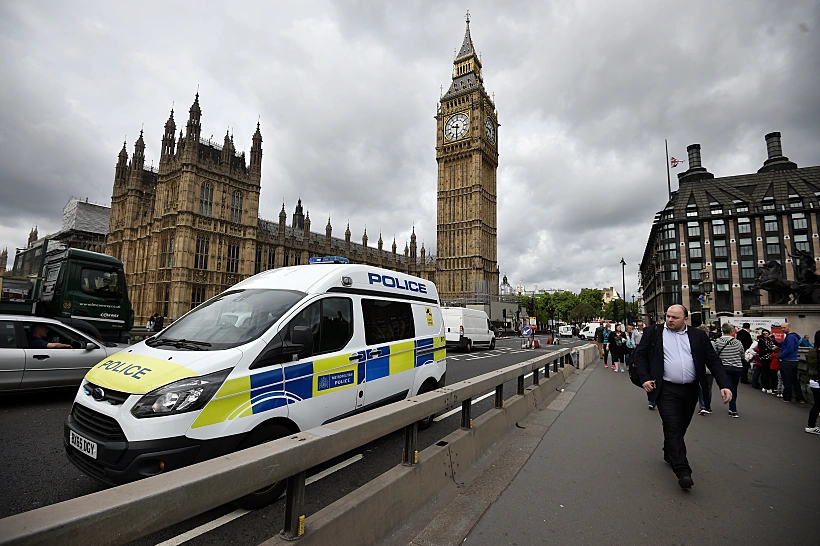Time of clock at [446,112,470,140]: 9:31
